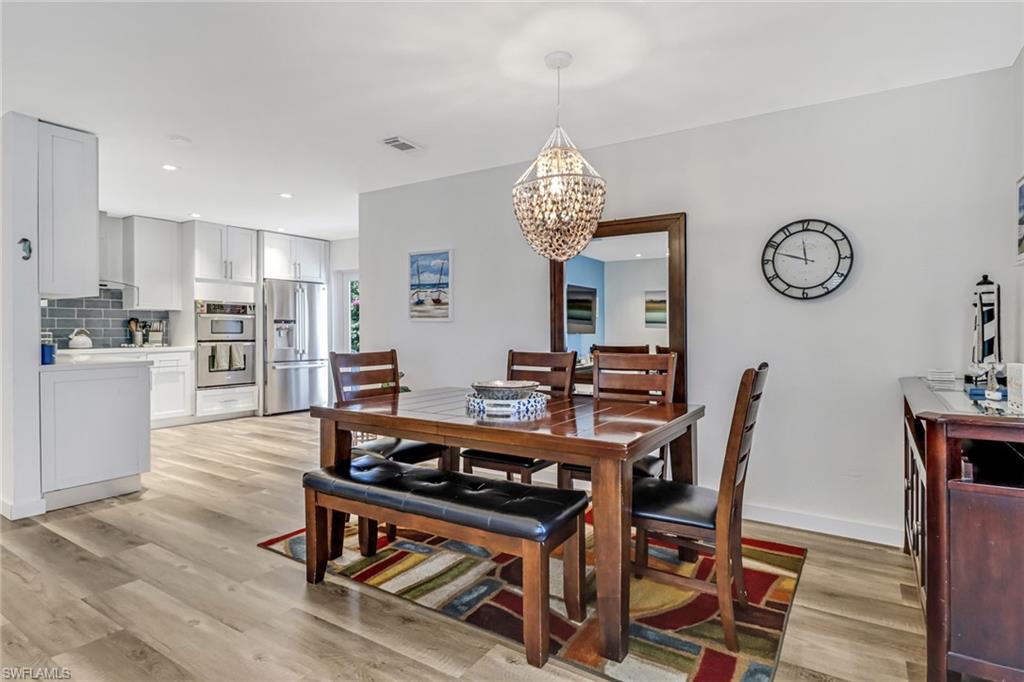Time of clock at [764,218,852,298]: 11:47
